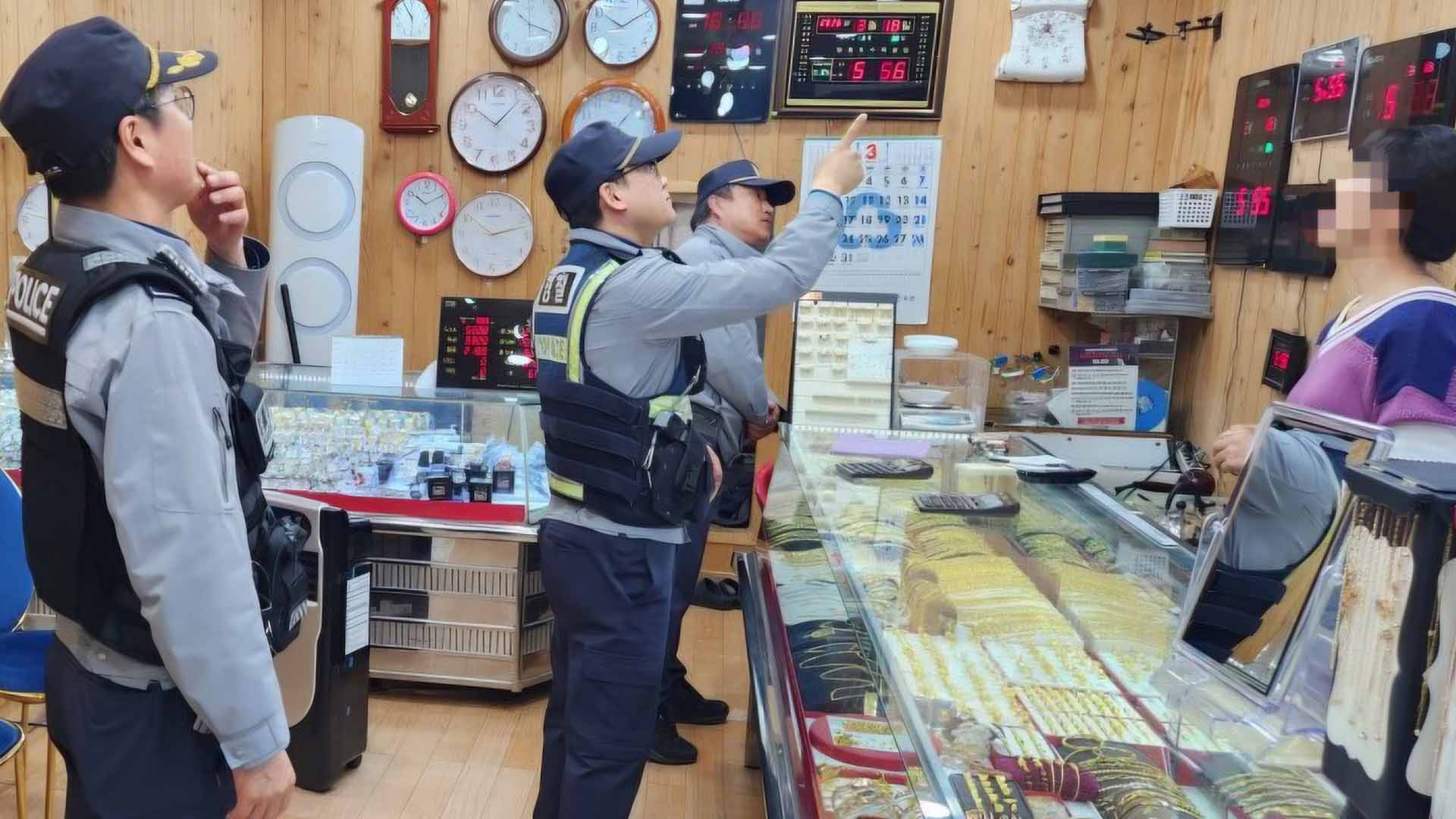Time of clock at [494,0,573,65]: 10:18
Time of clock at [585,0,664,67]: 10:09
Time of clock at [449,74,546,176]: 10:07
